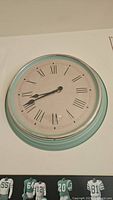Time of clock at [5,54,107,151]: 8:41
